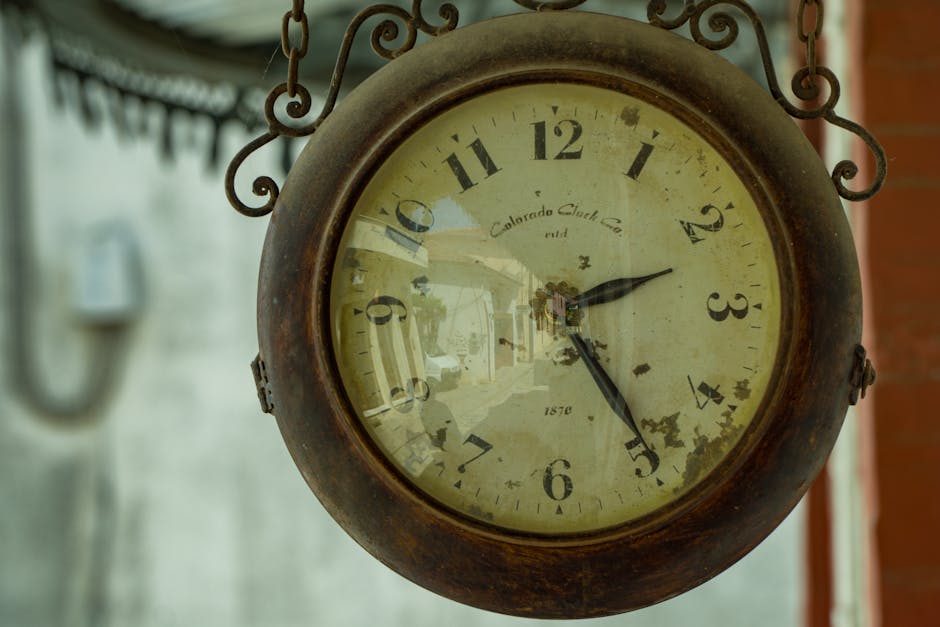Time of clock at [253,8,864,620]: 2:24
